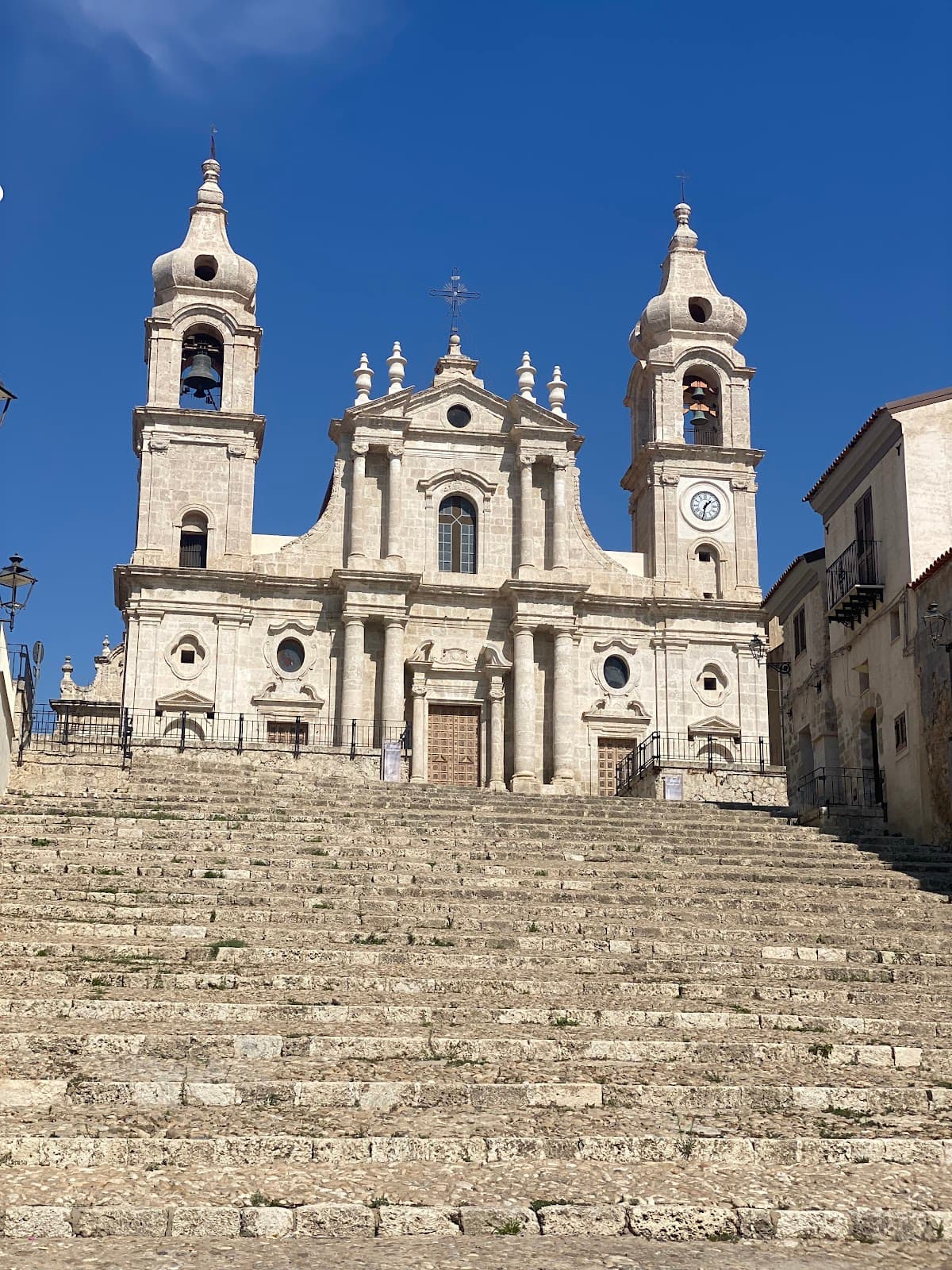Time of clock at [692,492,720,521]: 1:32
